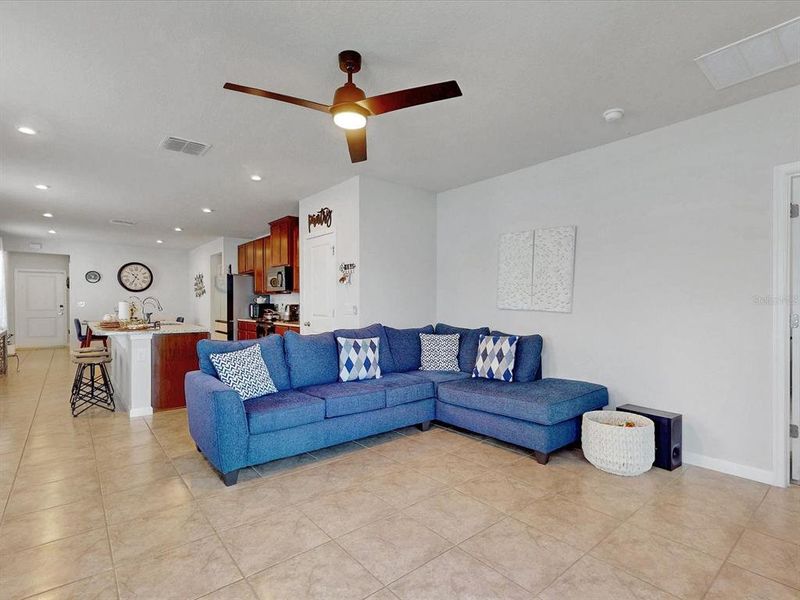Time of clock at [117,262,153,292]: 10:34
